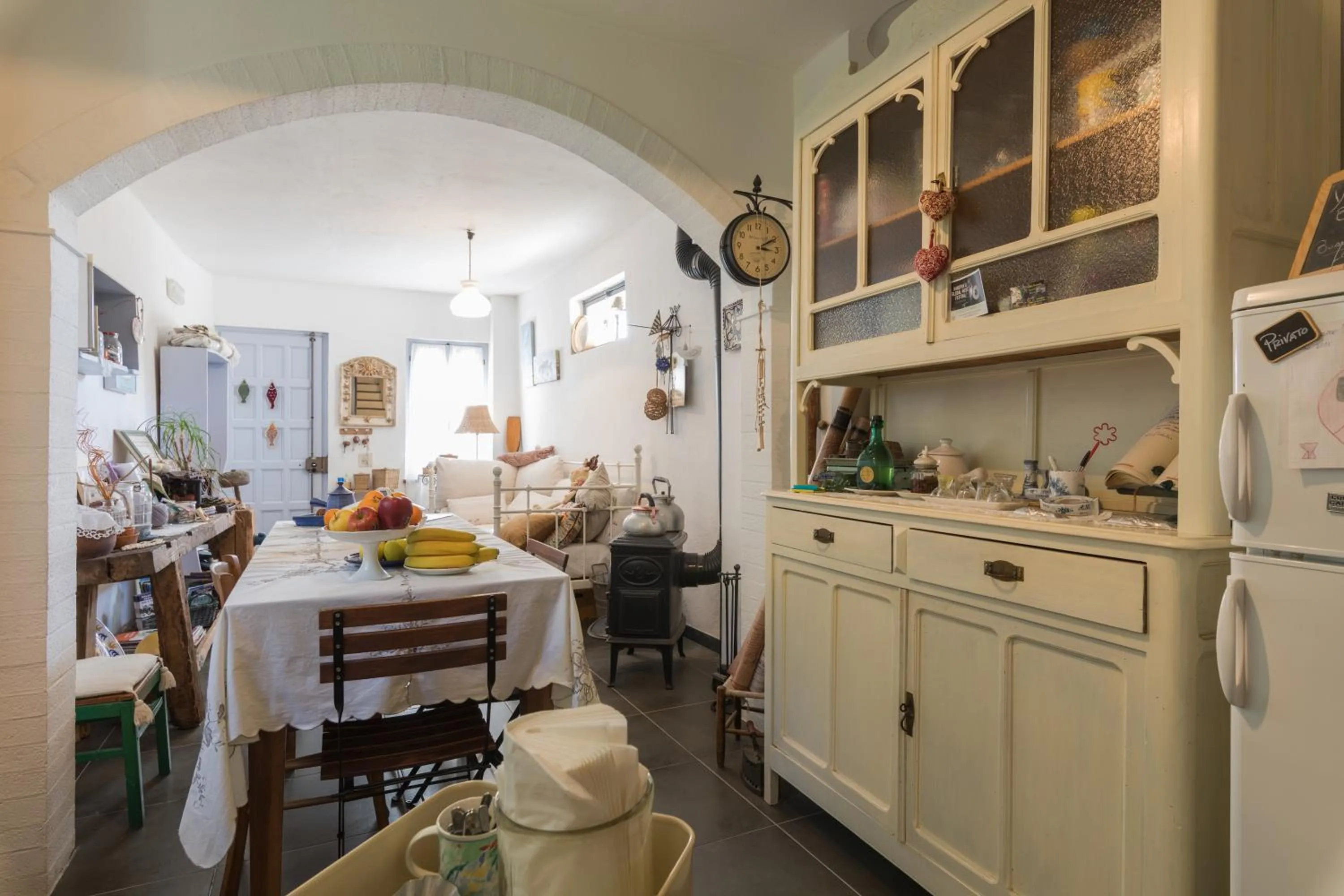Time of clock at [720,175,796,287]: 3:10
